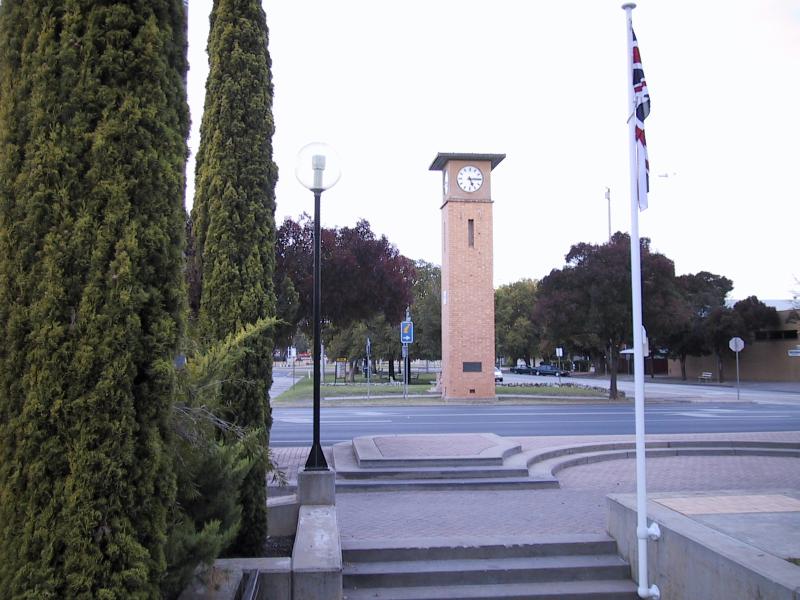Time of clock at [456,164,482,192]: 5:14
